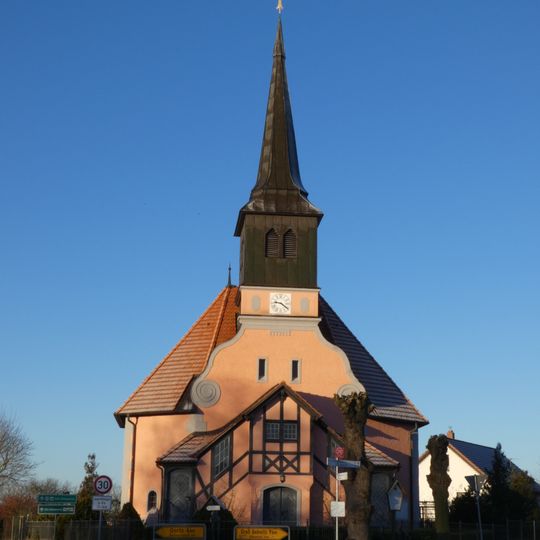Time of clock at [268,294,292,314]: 9:21
